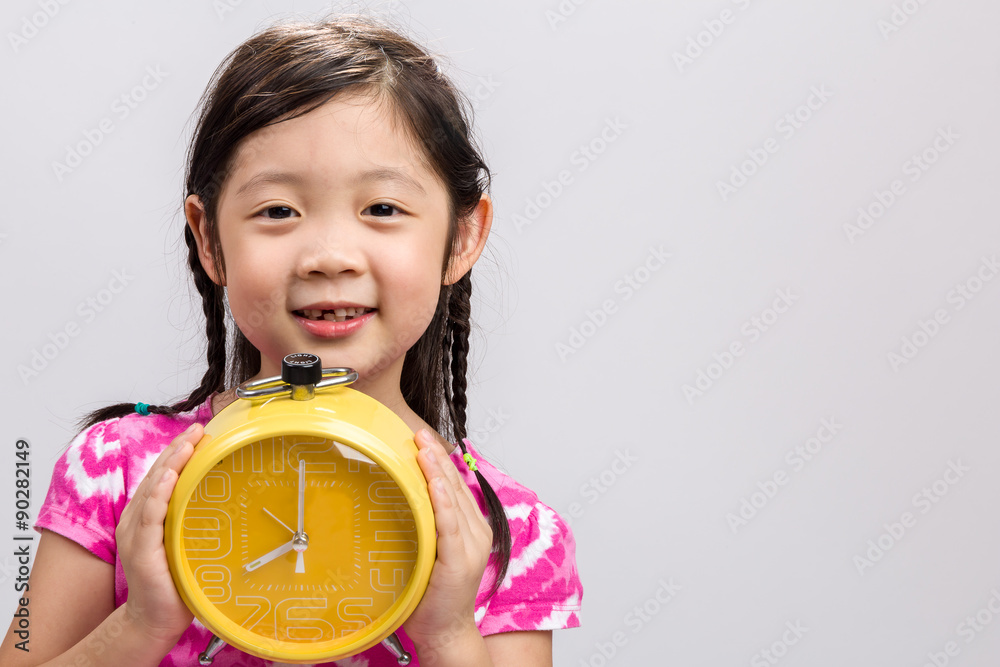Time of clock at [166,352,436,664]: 8:01
